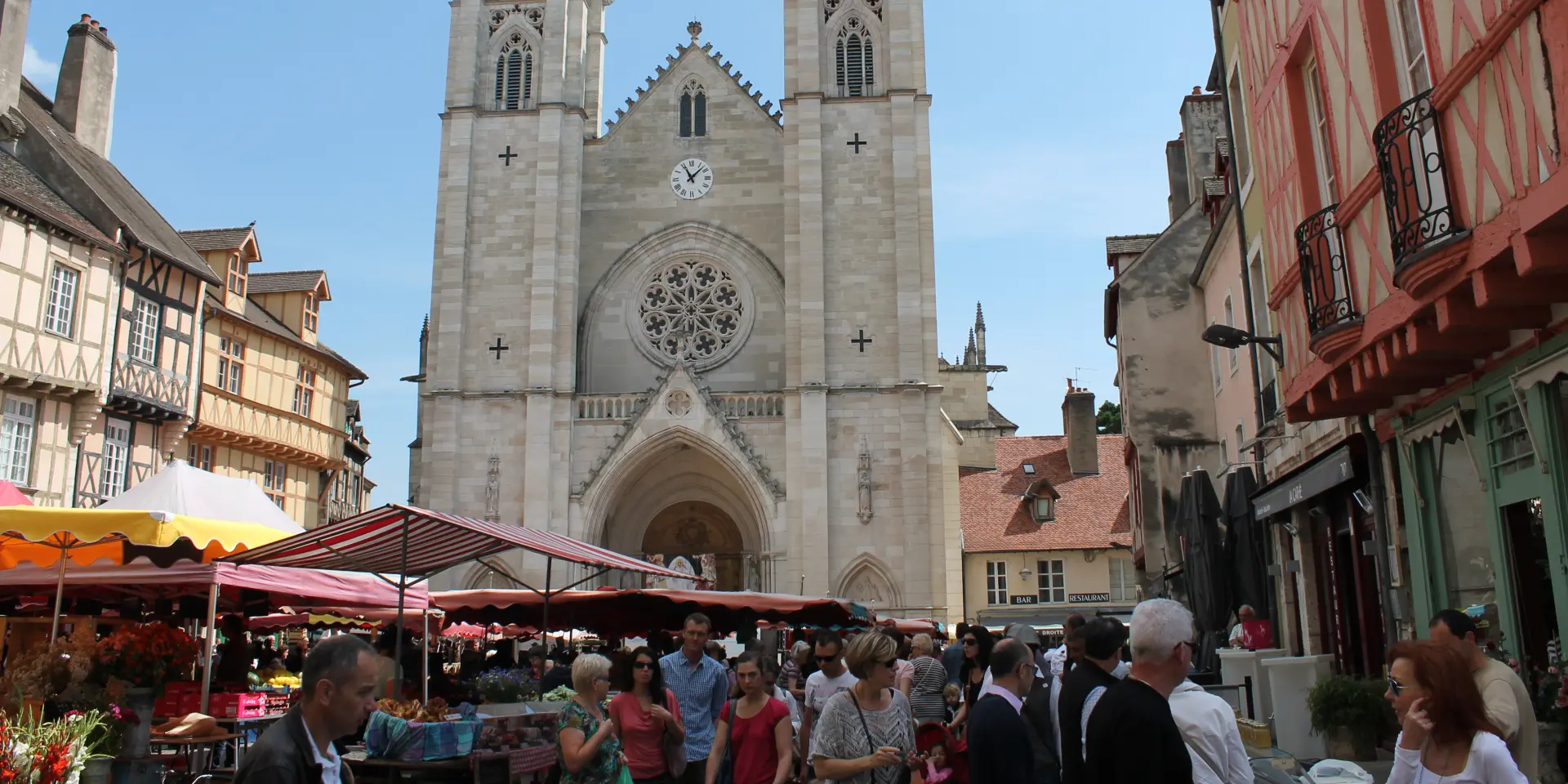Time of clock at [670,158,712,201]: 11:07
